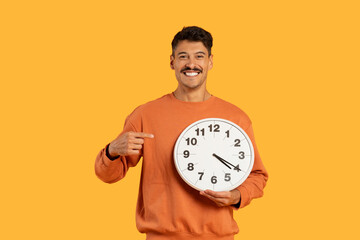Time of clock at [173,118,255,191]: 4:20
